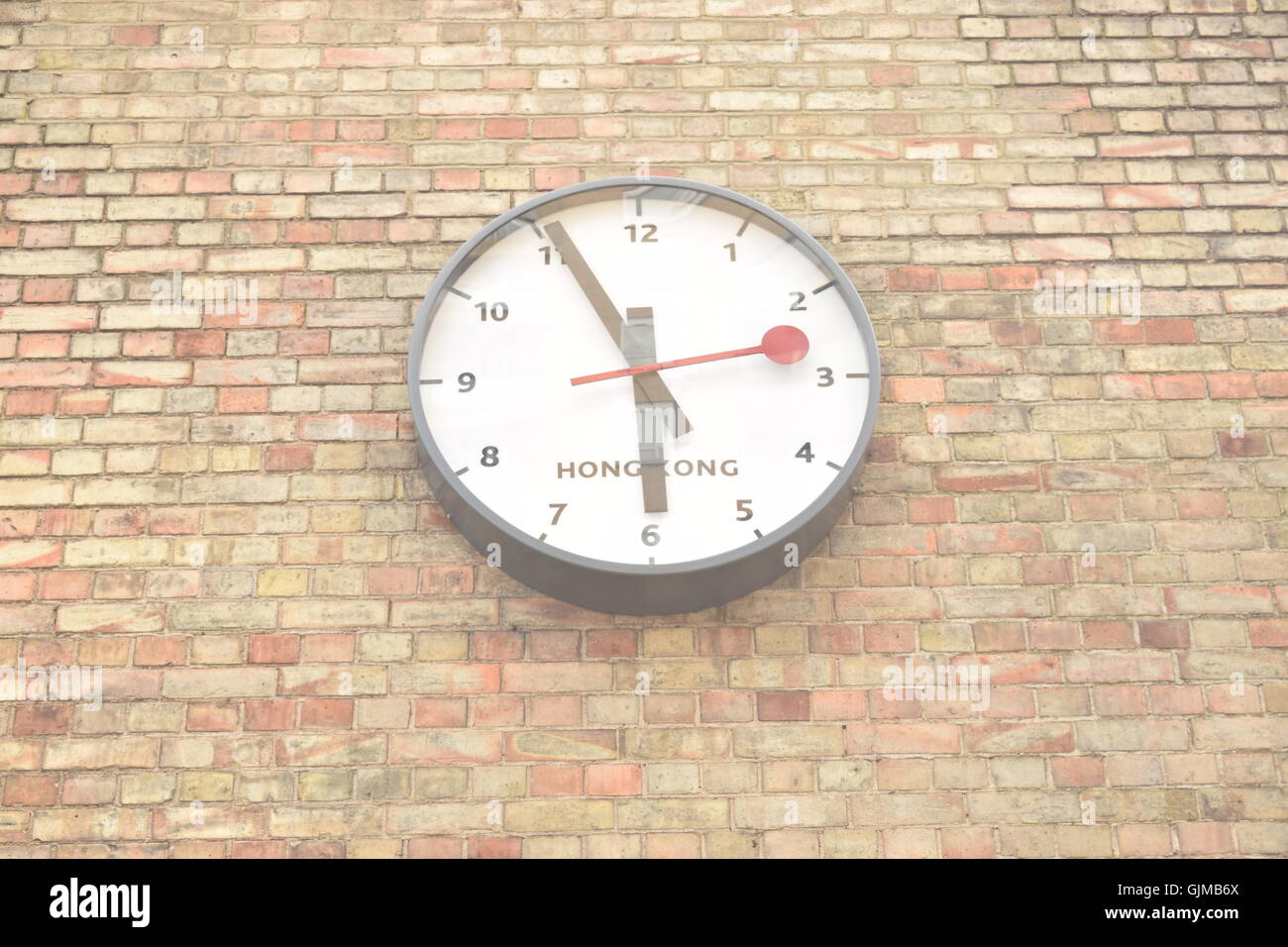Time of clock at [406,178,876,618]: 5:55
